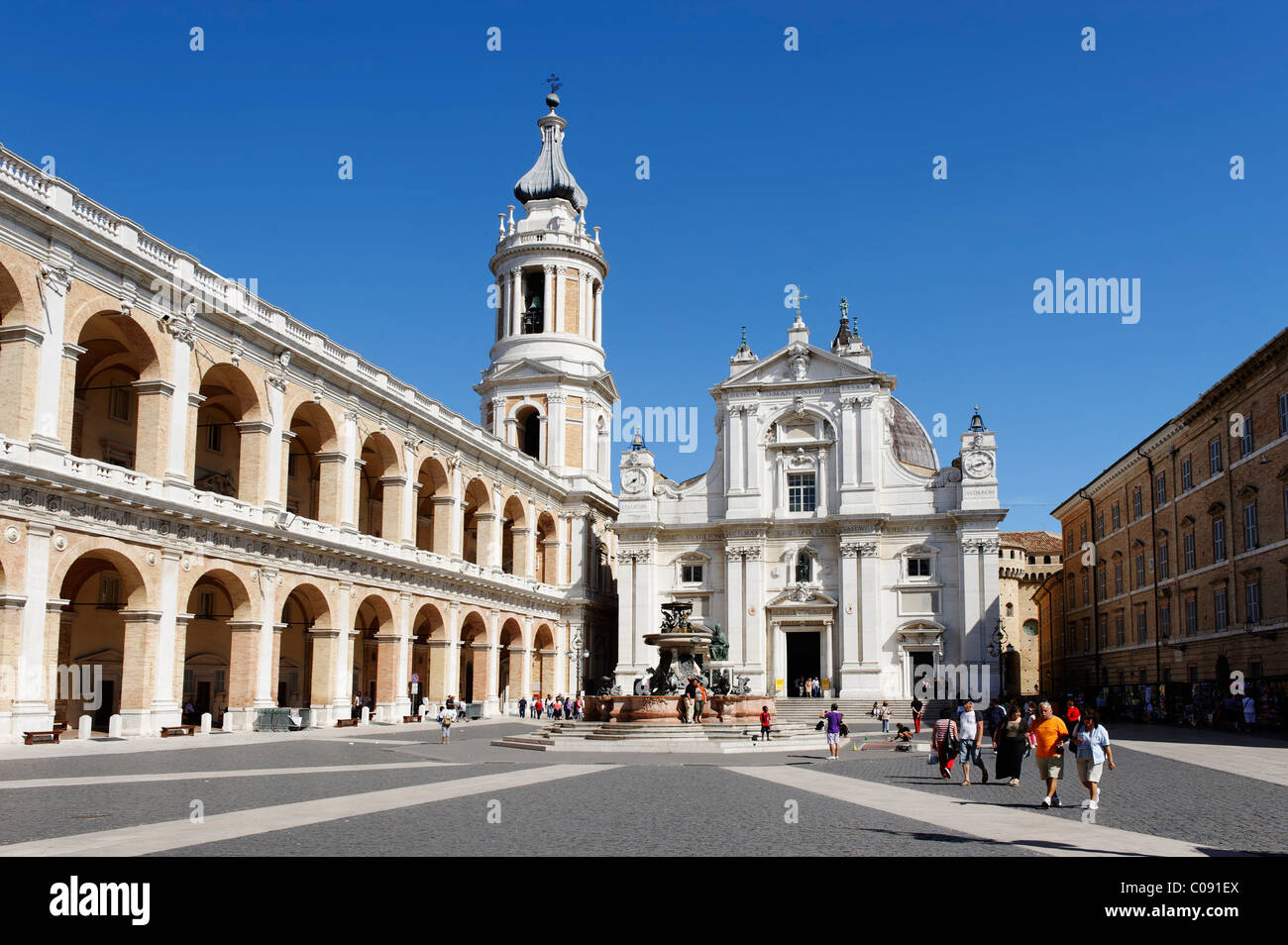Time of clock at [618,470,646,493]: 7:38
